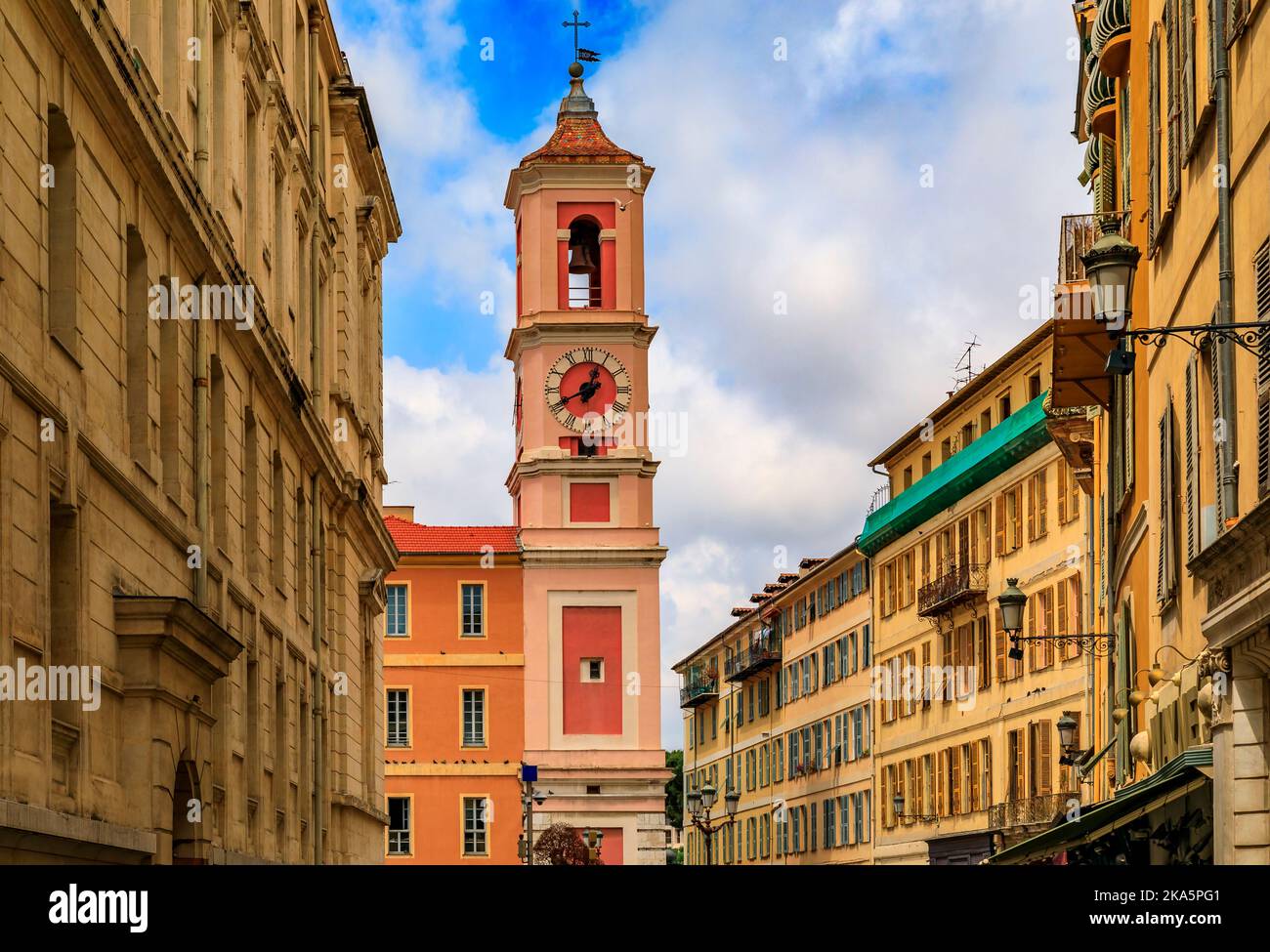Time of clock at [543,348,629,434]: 12:40
